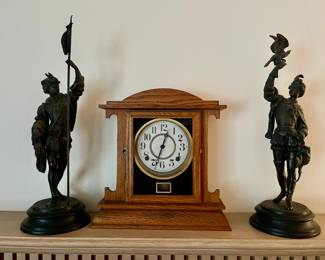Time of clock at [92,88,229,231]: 12:32
